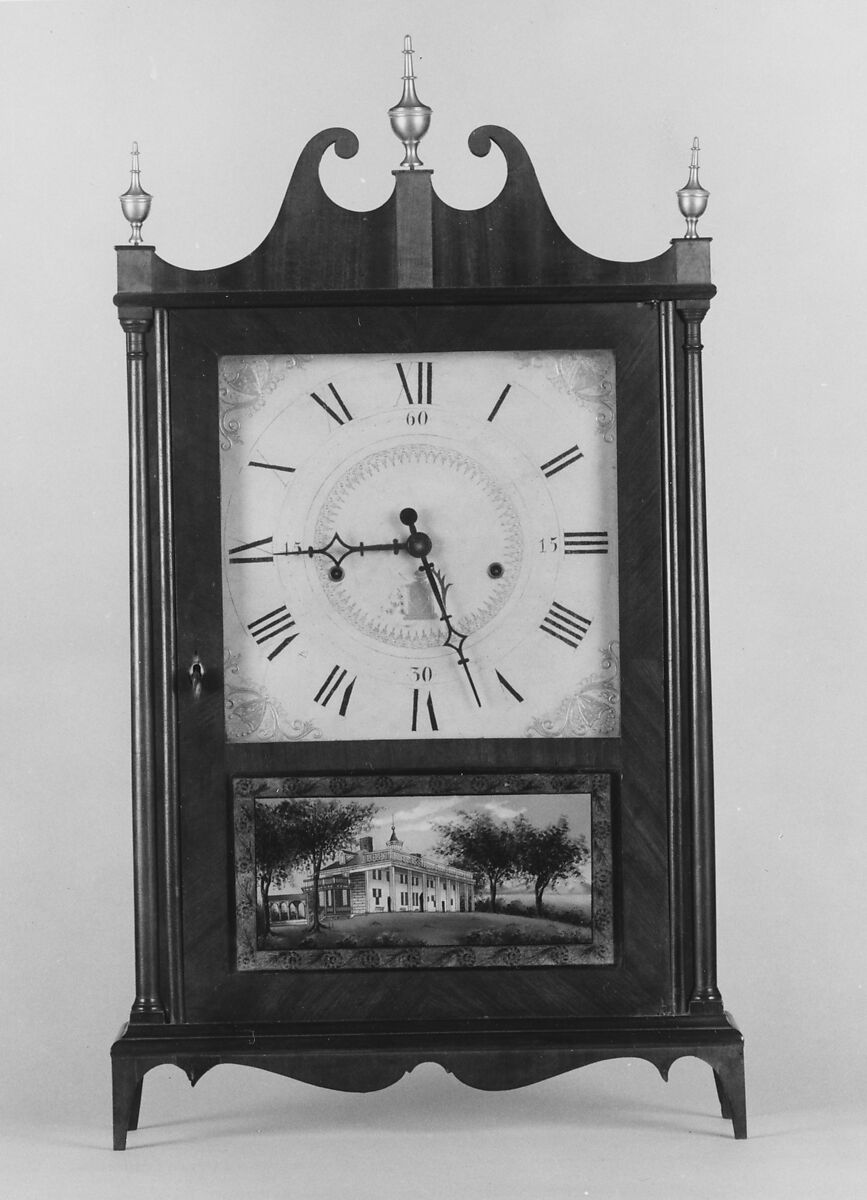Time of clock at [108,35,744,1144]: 9:26
